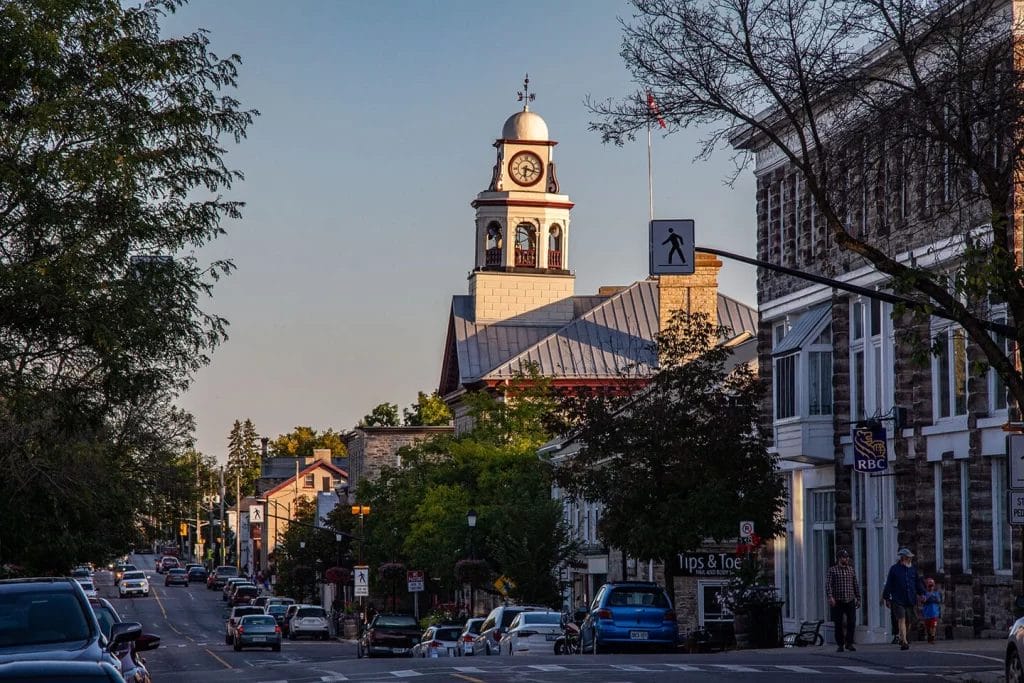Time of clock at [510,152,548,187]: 6:17
